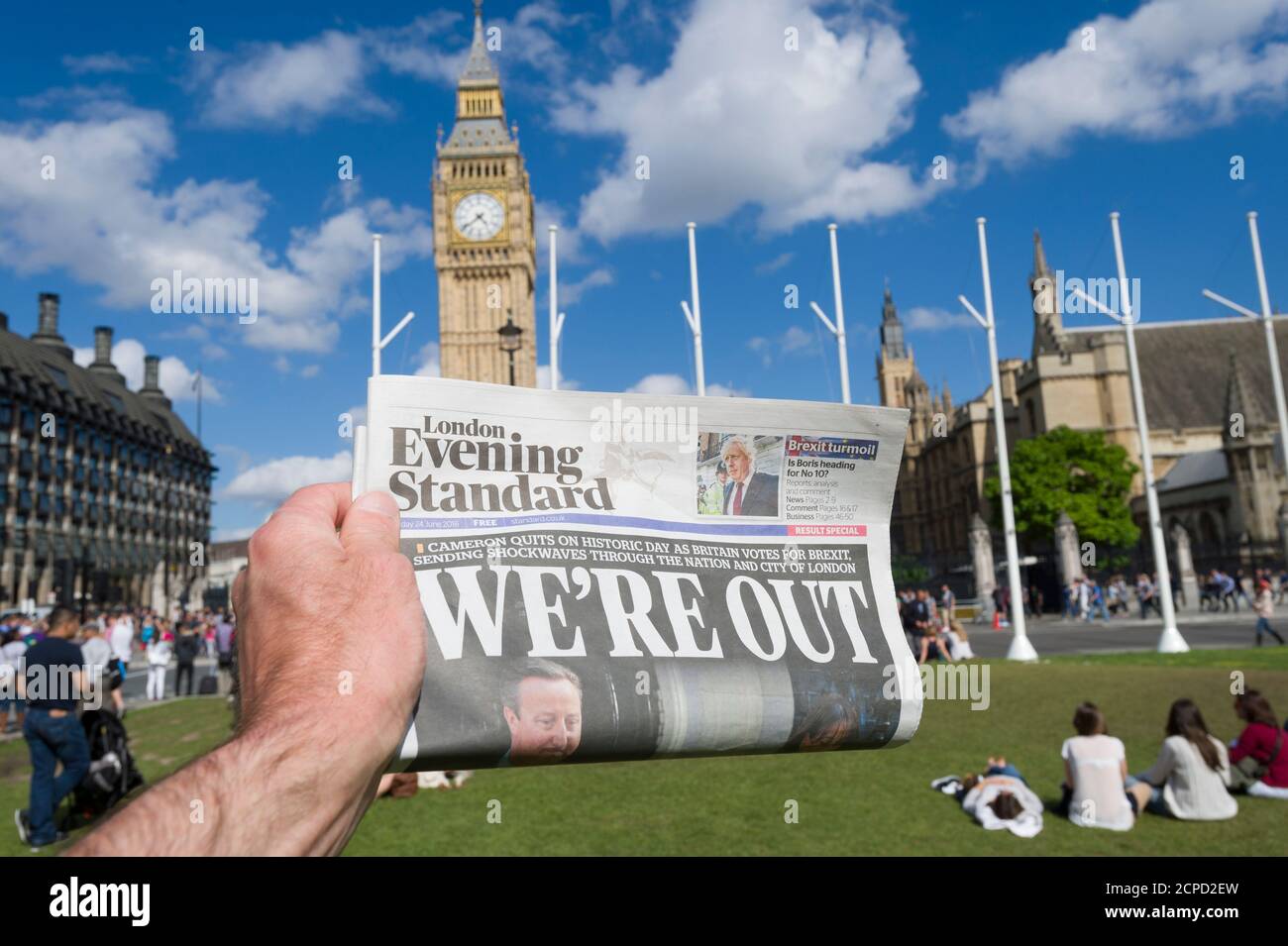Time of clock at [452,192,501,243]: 4:38
